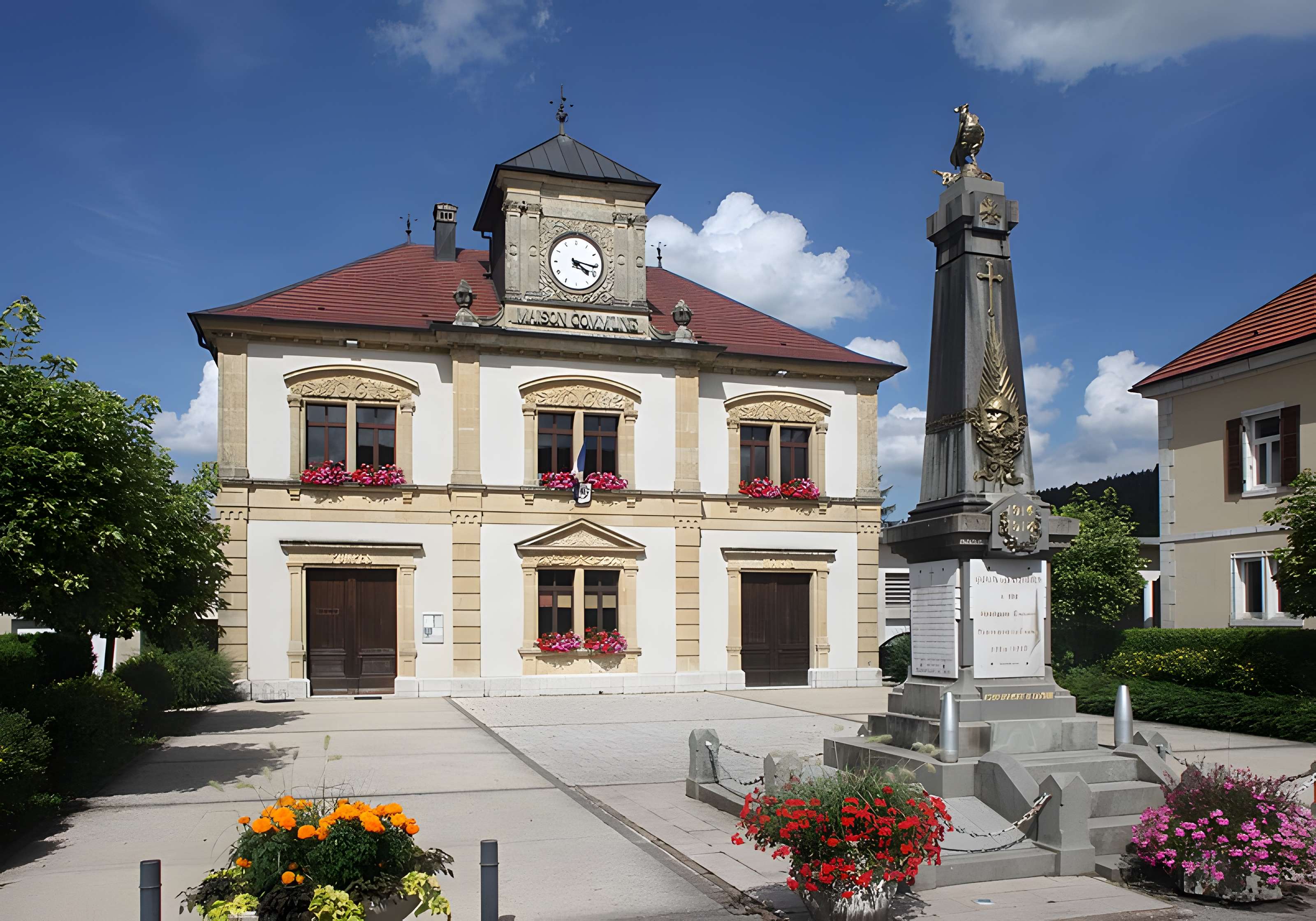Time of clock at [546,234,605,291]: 4:16
